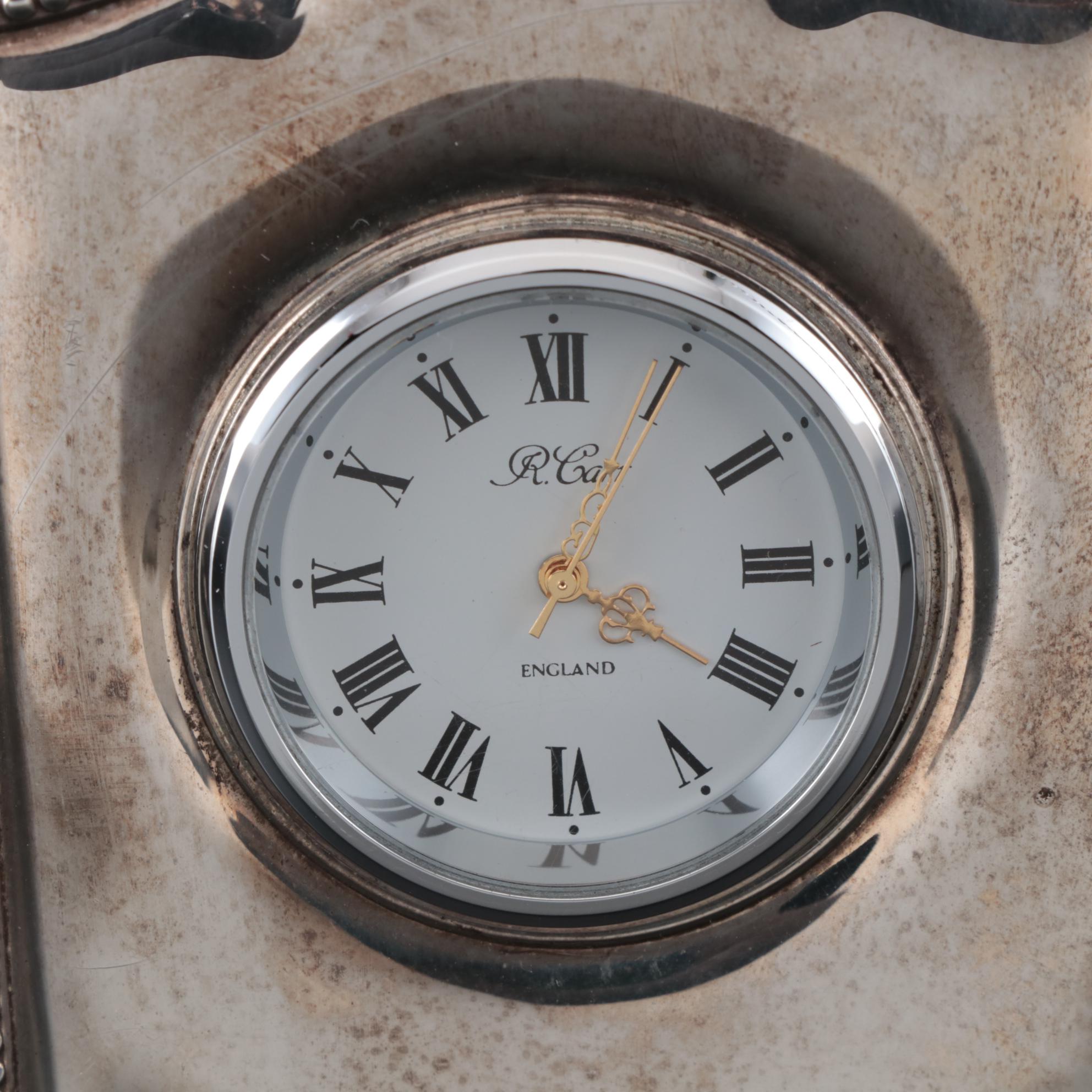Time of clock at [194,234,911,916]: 4:04
